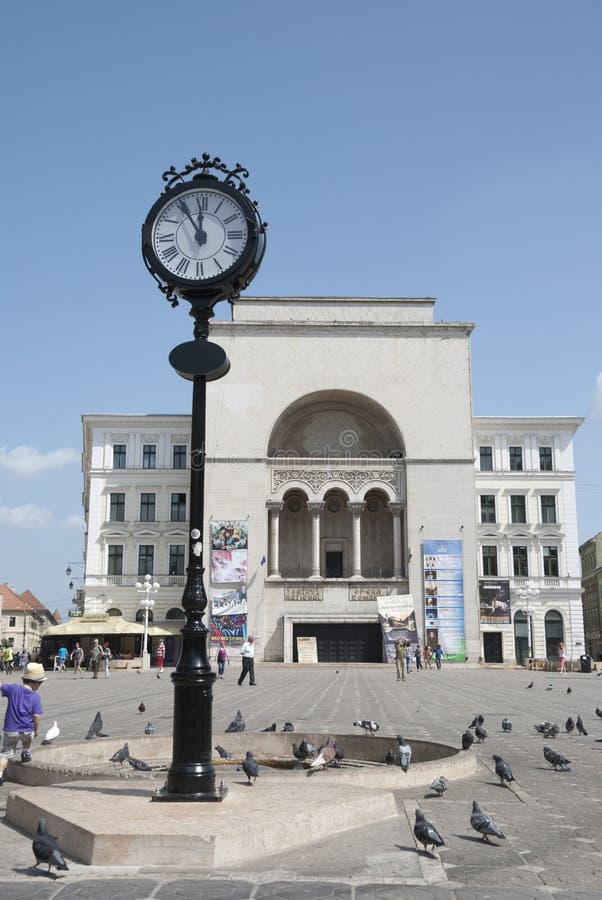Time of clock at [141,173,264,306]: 11:54
